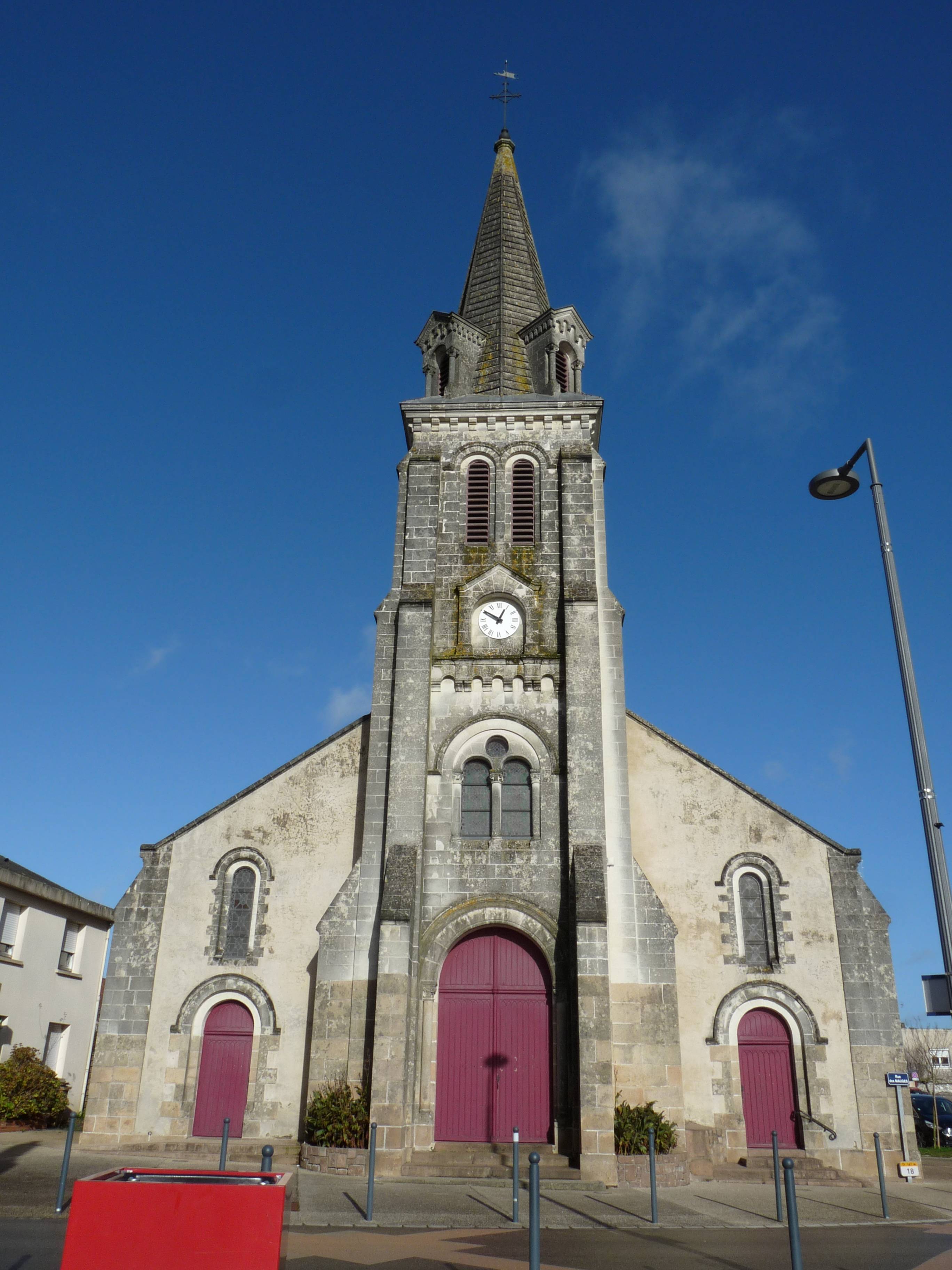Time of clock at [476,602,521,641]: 12:50
